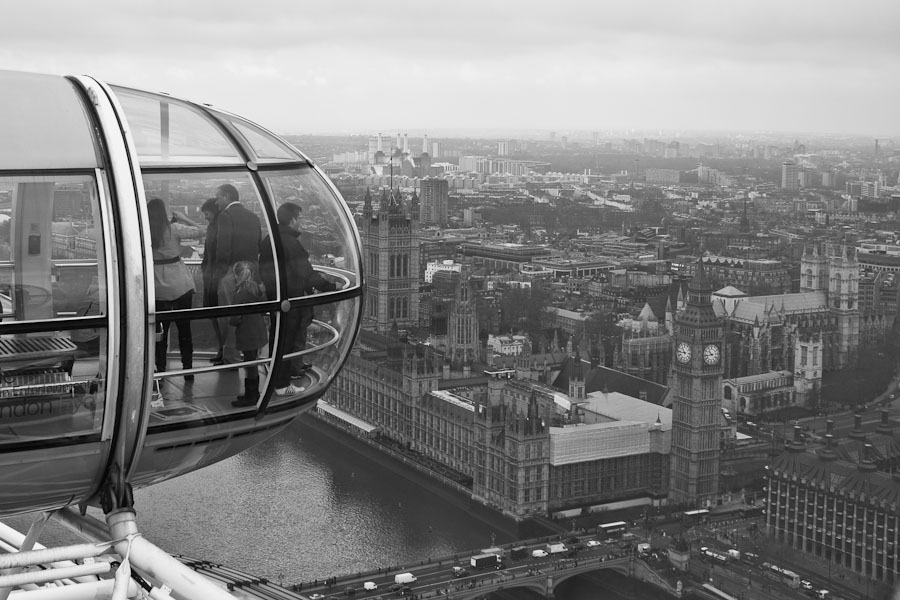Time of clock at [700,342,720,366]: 10:43
